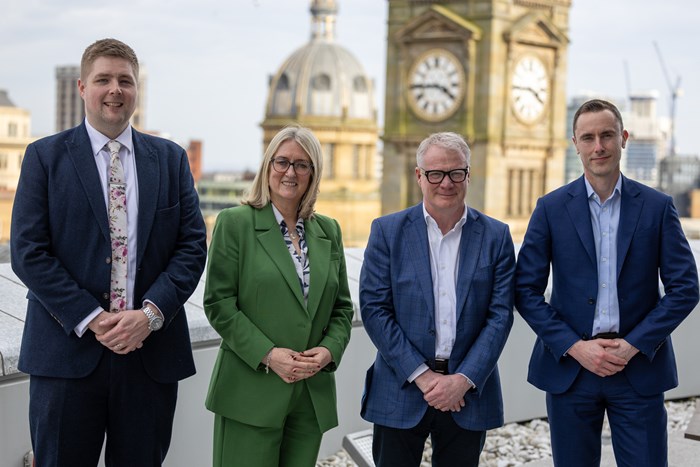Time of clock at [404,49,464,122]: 3:44
